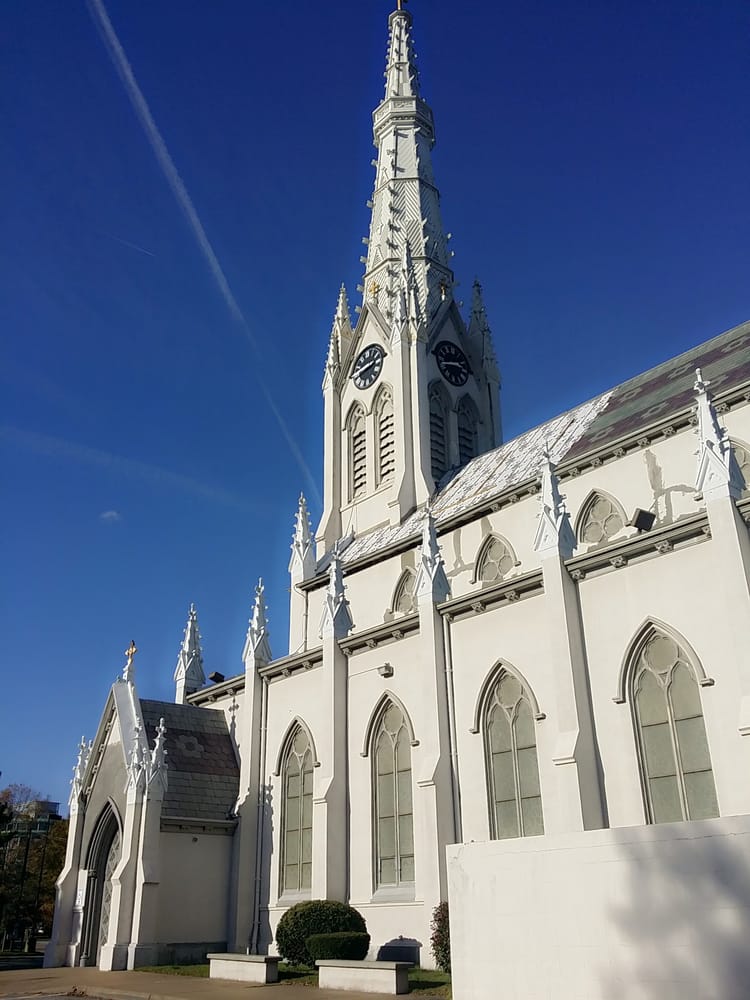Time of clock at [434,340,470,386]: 2:42
